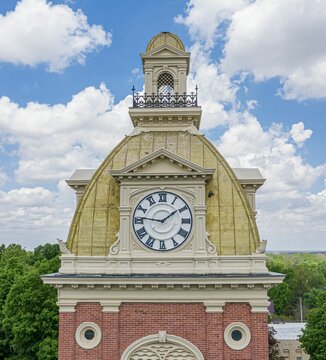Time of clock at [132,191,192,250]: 1:46
